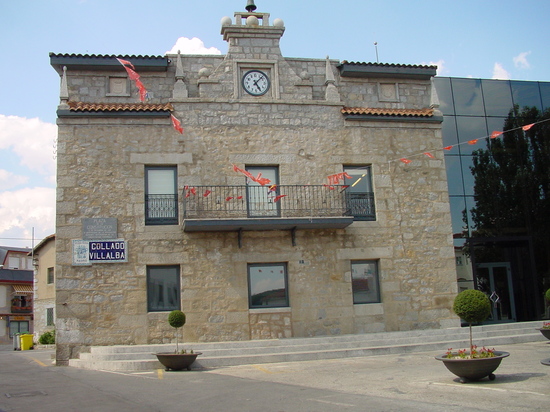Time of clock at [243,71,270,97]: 5:07
